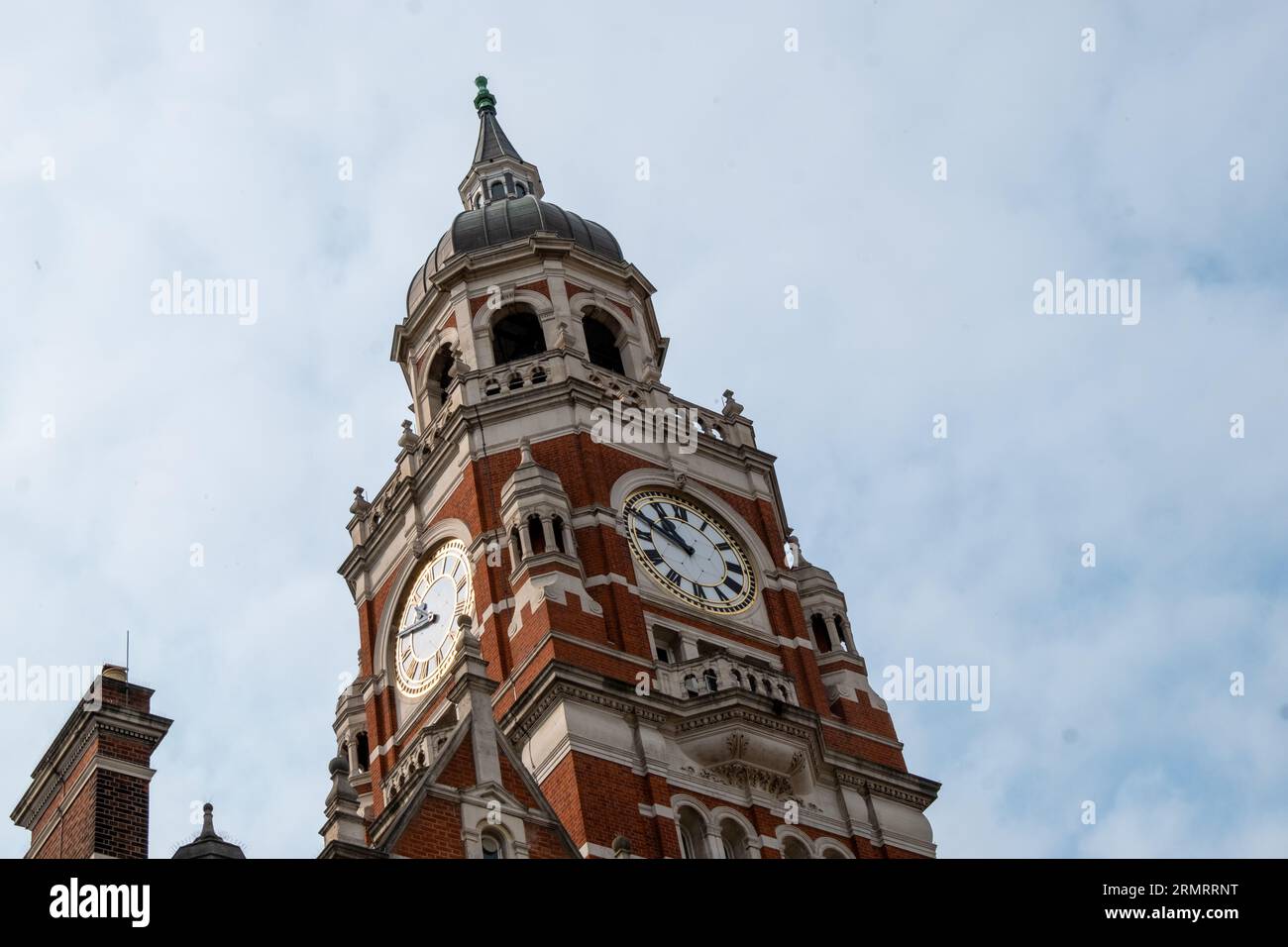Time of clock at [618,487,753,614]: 10:48
